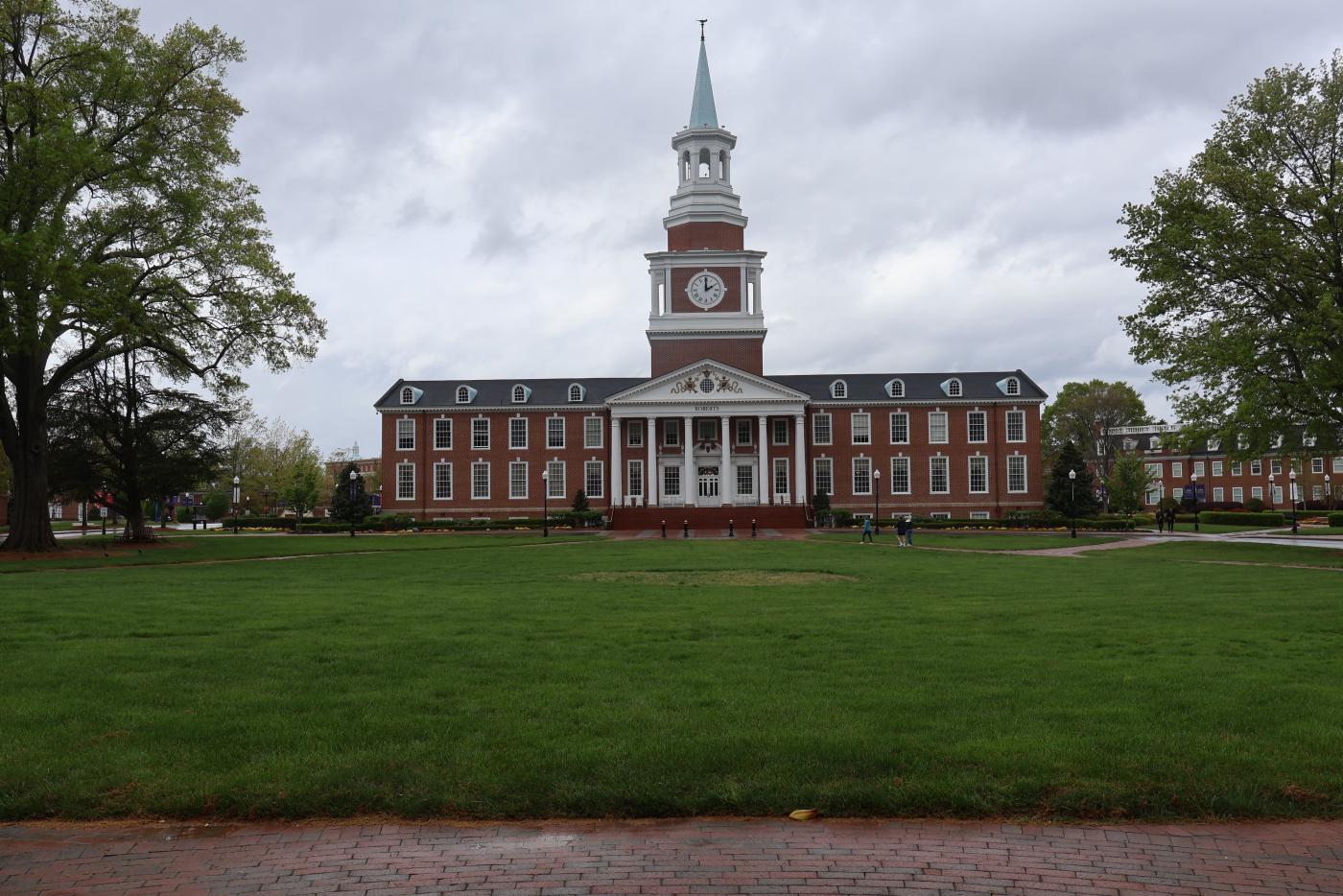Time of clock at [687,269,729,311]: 2:00
